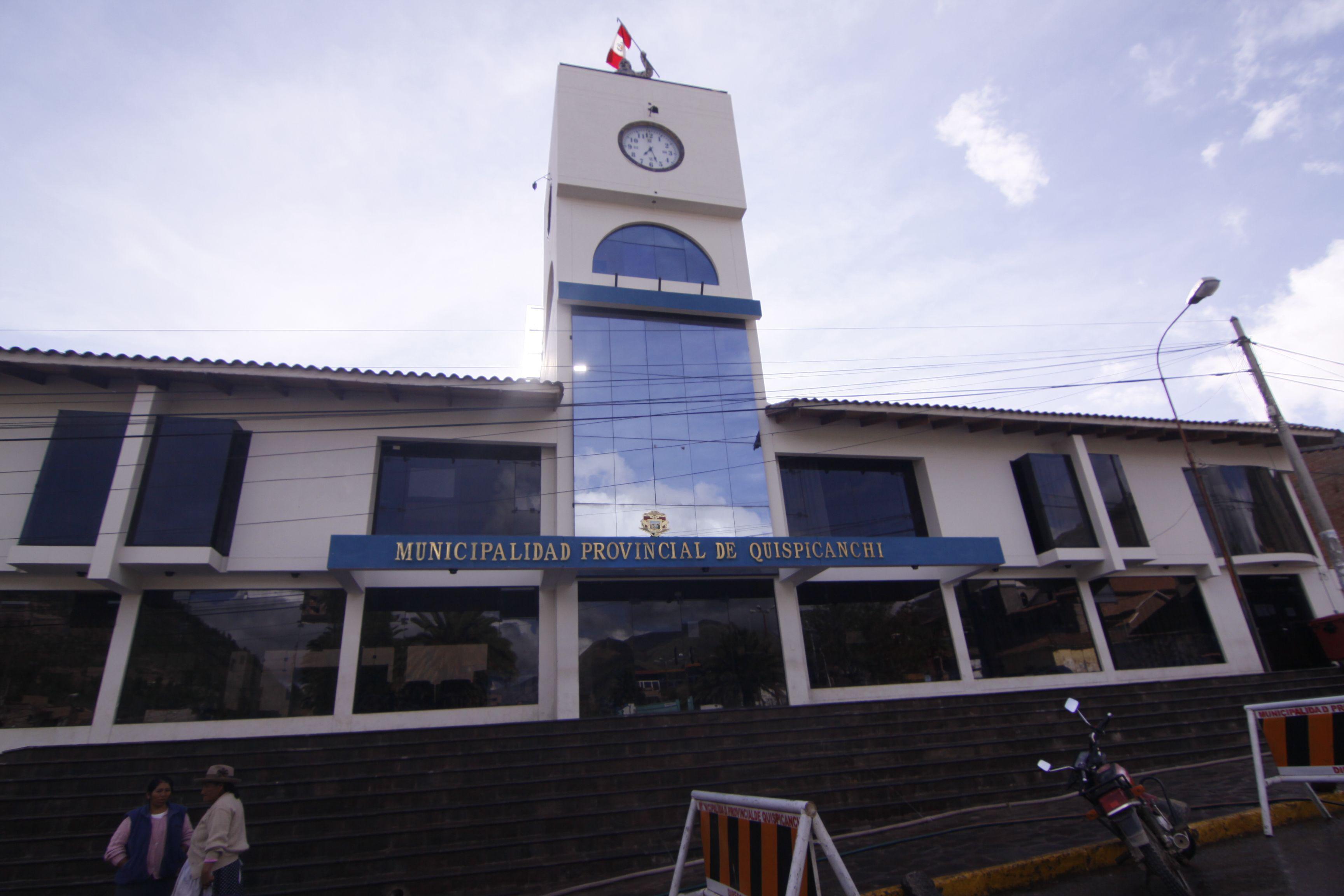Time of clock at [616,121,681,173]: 7:26
